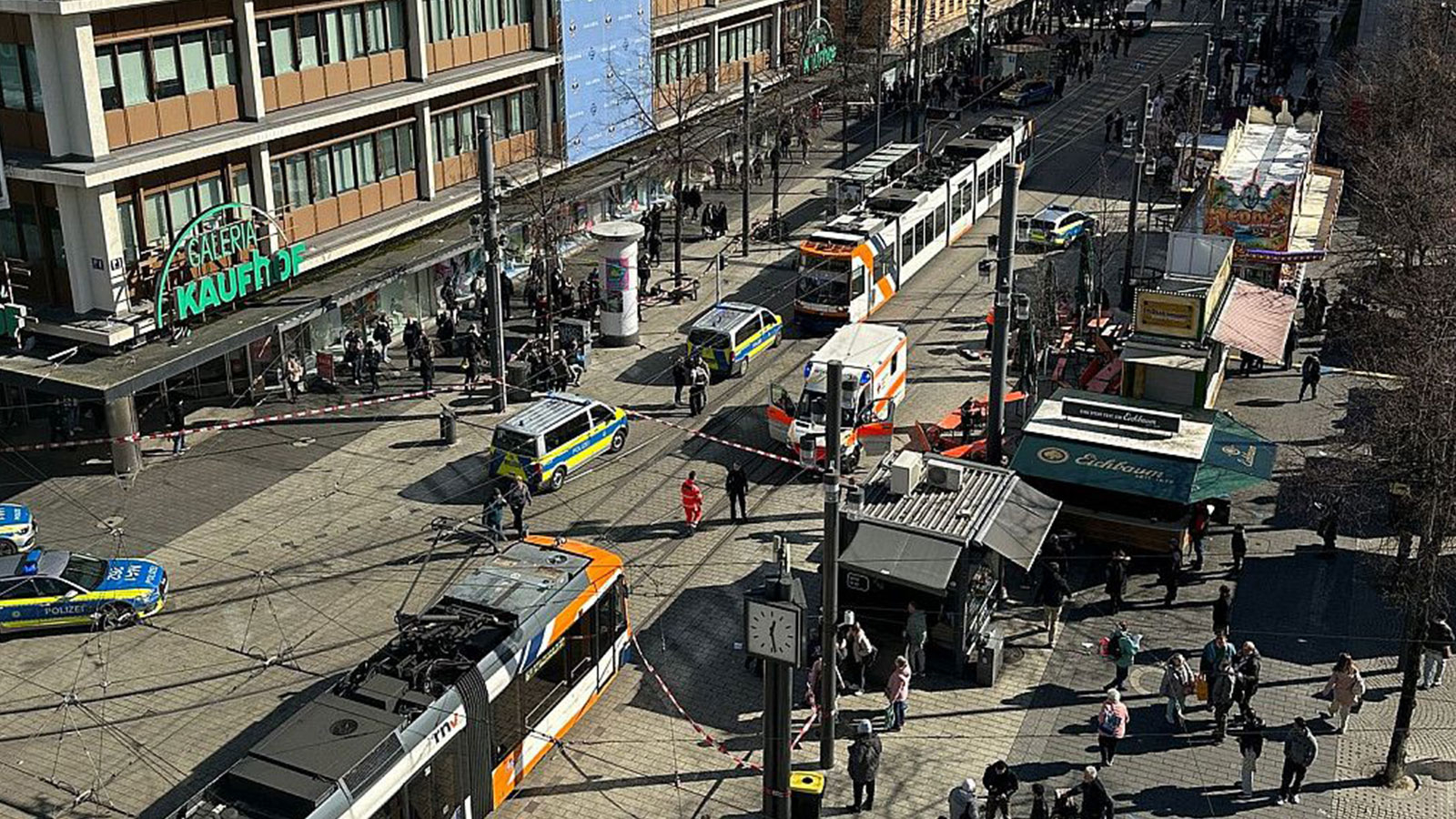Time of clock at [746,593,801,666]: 12:27
